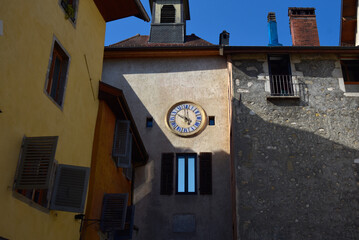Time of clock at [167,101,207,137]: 4:49
